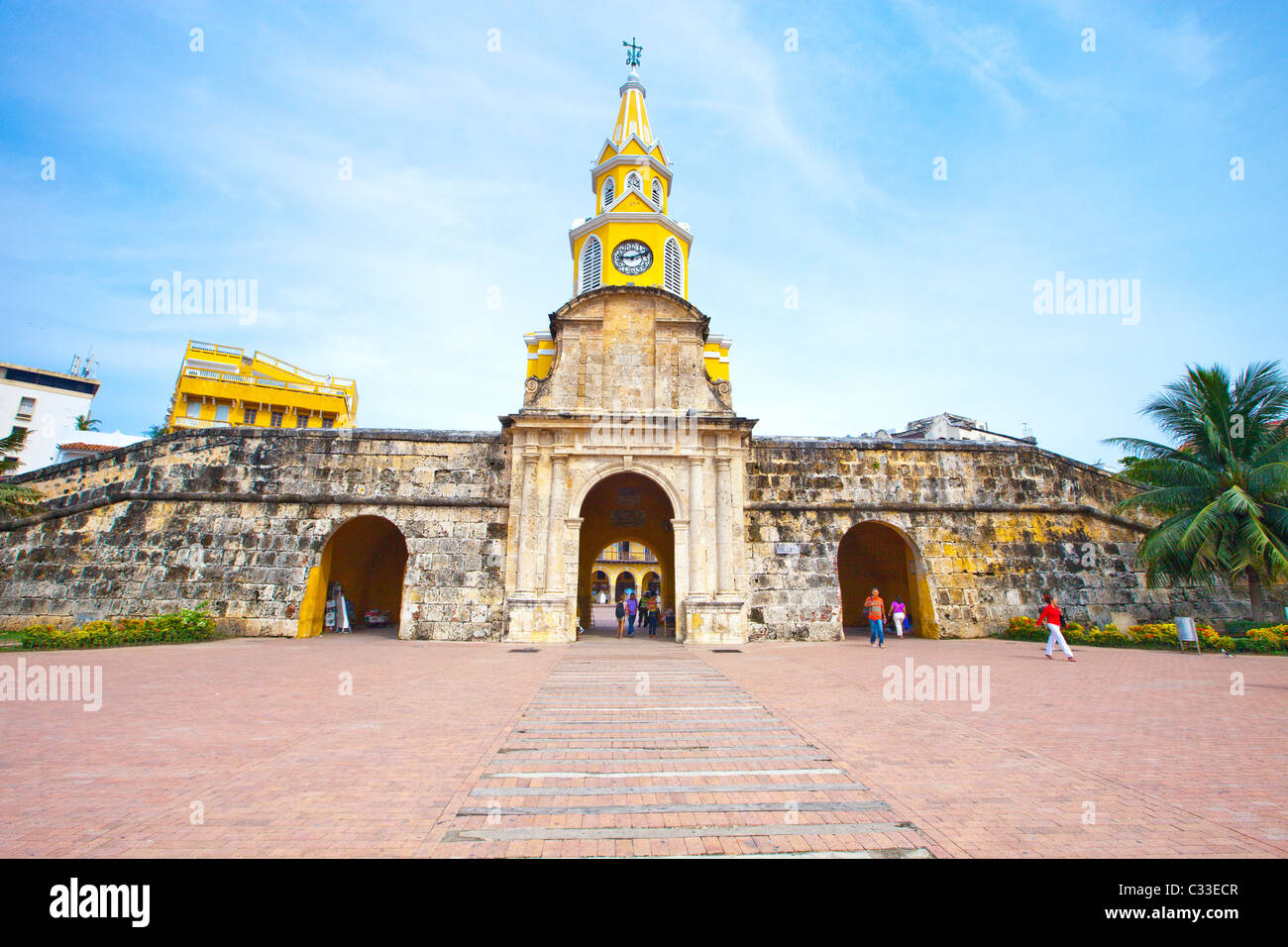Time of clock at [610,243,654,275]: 9:11
